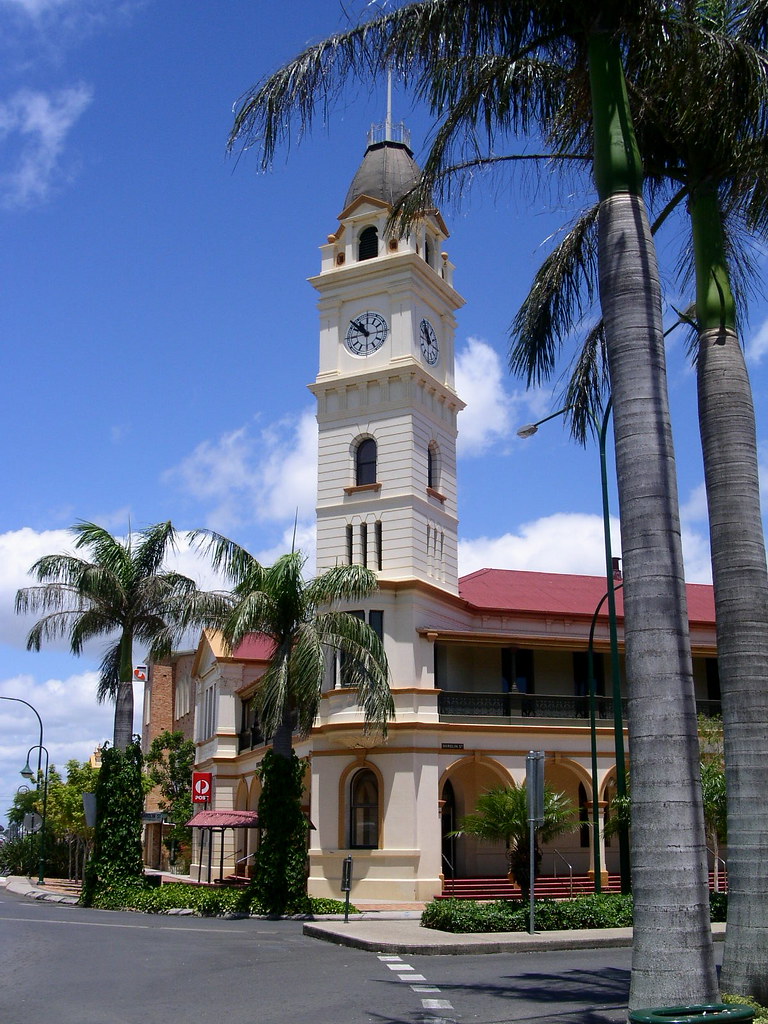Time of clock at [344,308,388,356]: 10:51
